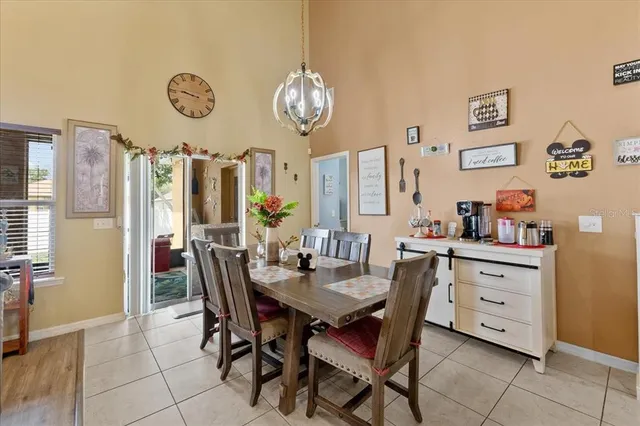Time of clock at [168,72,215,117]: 9:15
